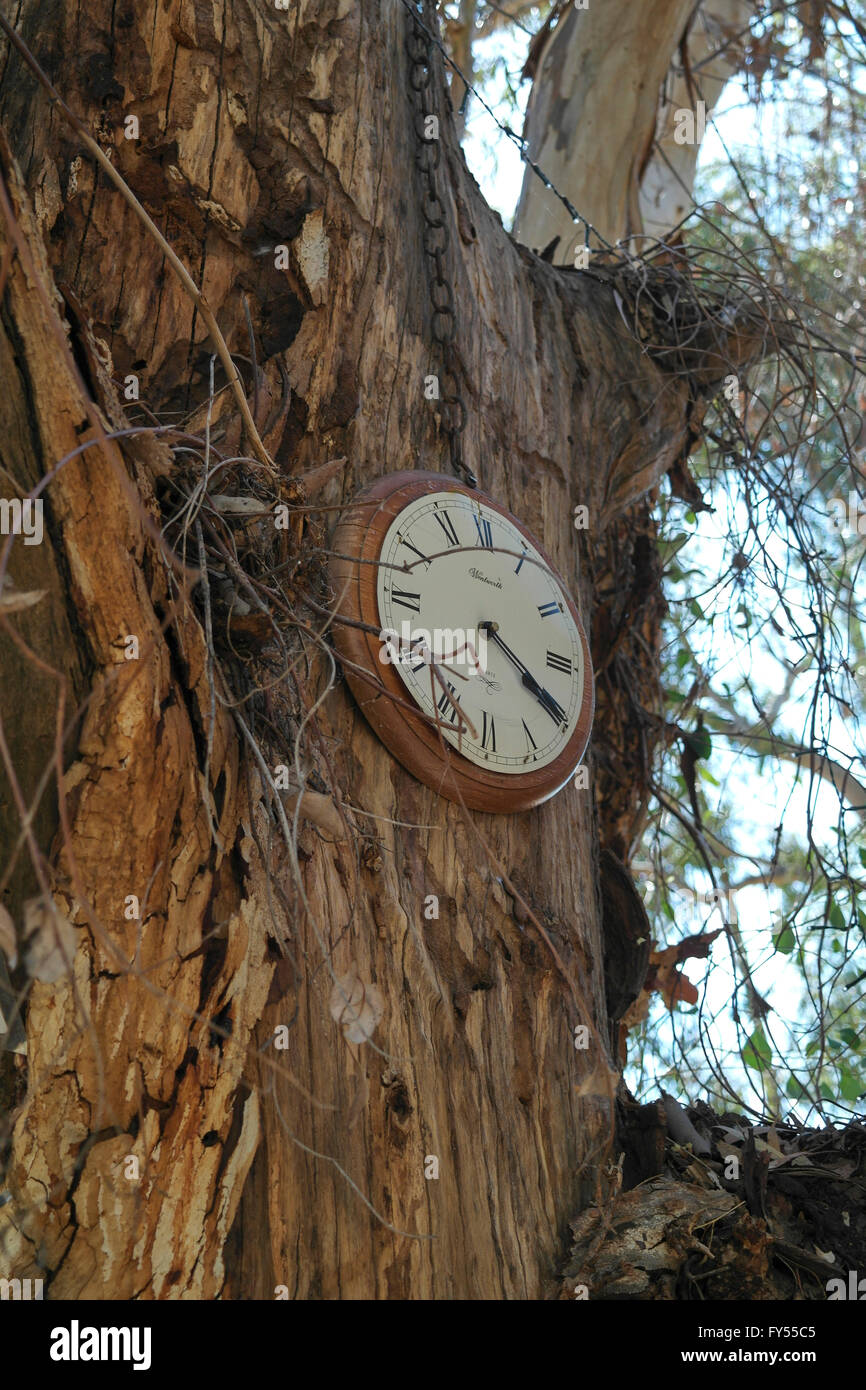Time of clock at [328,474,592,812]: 4:20
